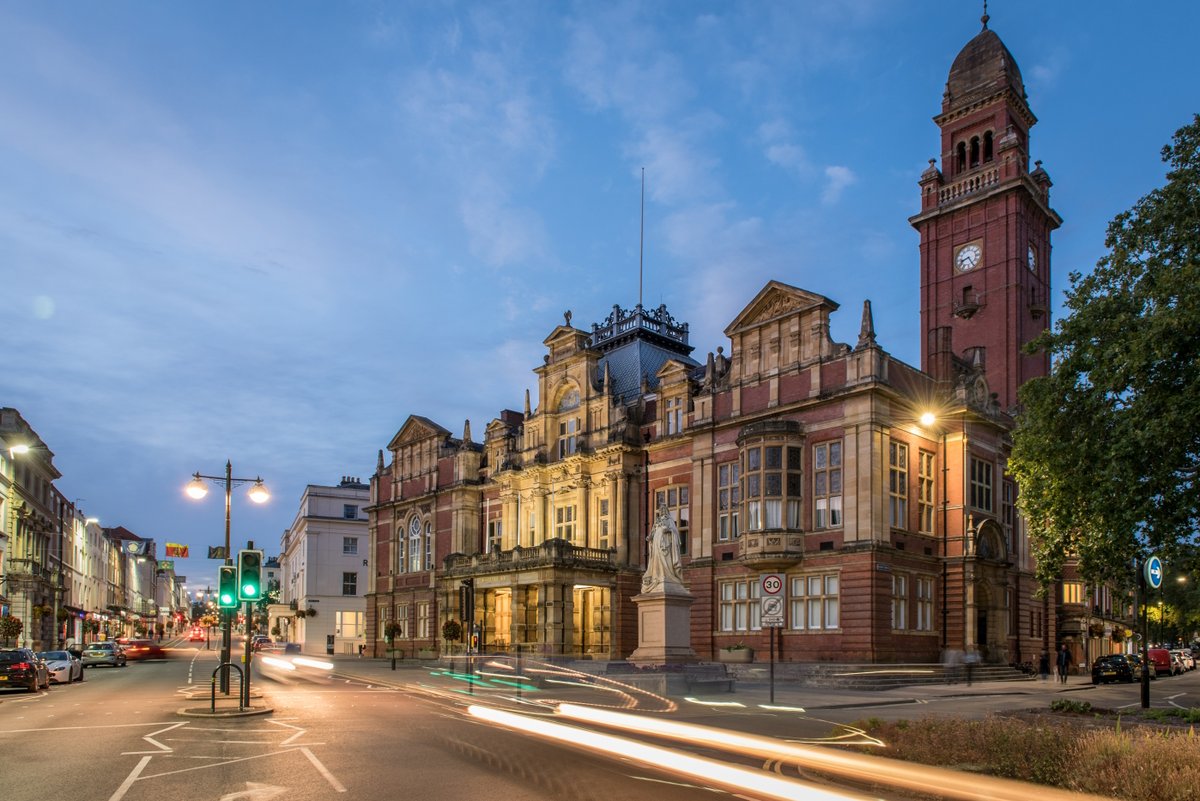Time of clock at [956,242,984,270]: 8:25
